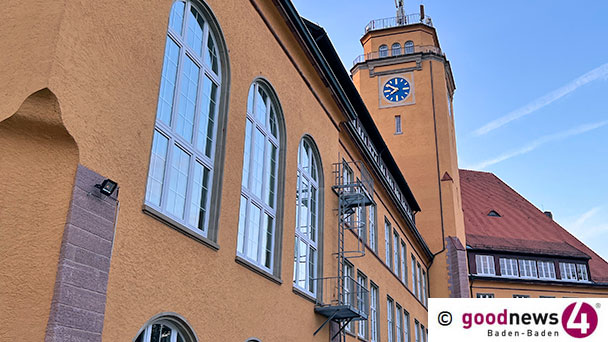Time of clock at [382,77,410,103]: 7:50
